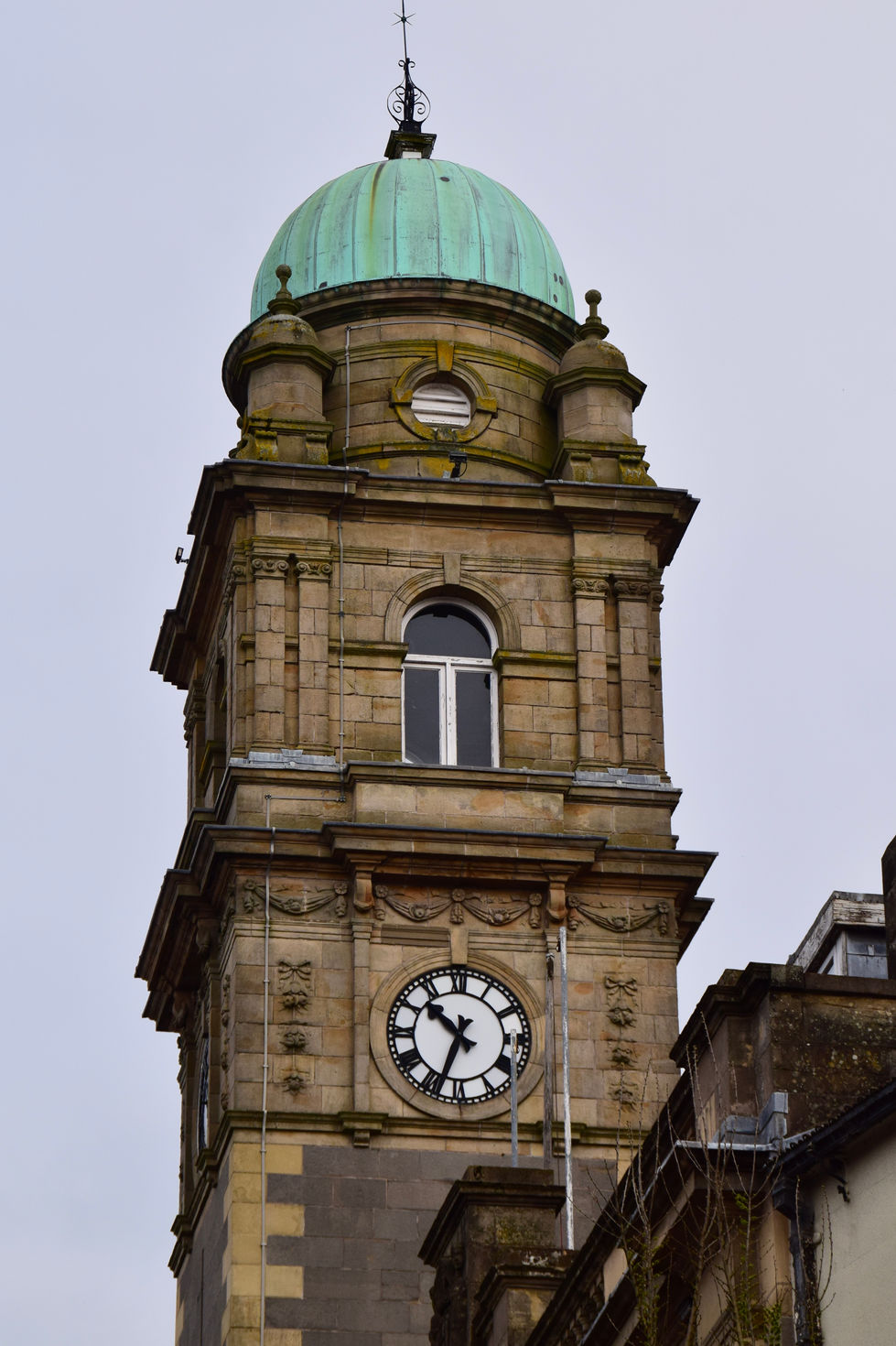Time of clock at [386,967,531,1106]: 10:33
